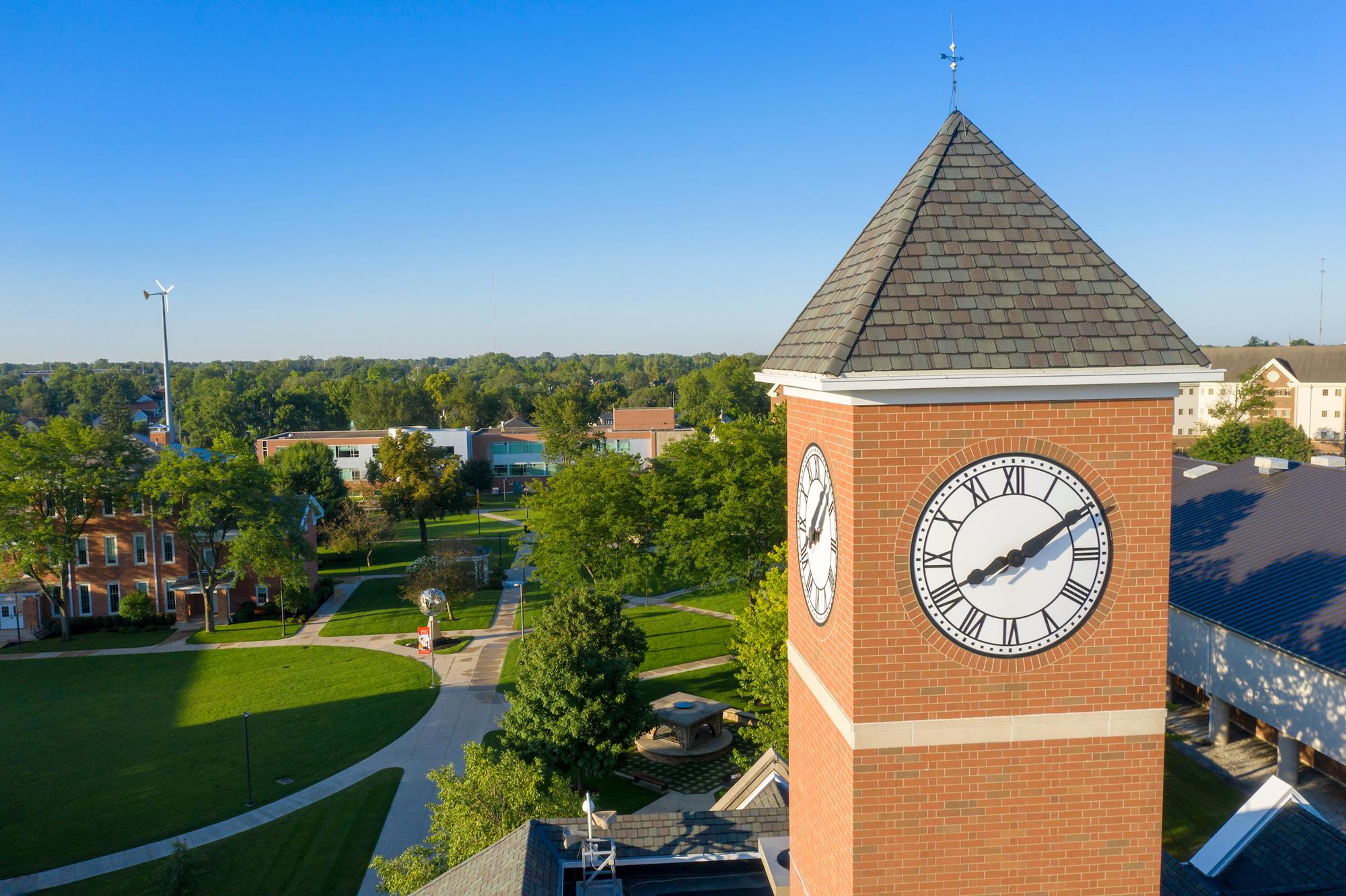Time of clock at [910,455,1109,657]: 8:09
